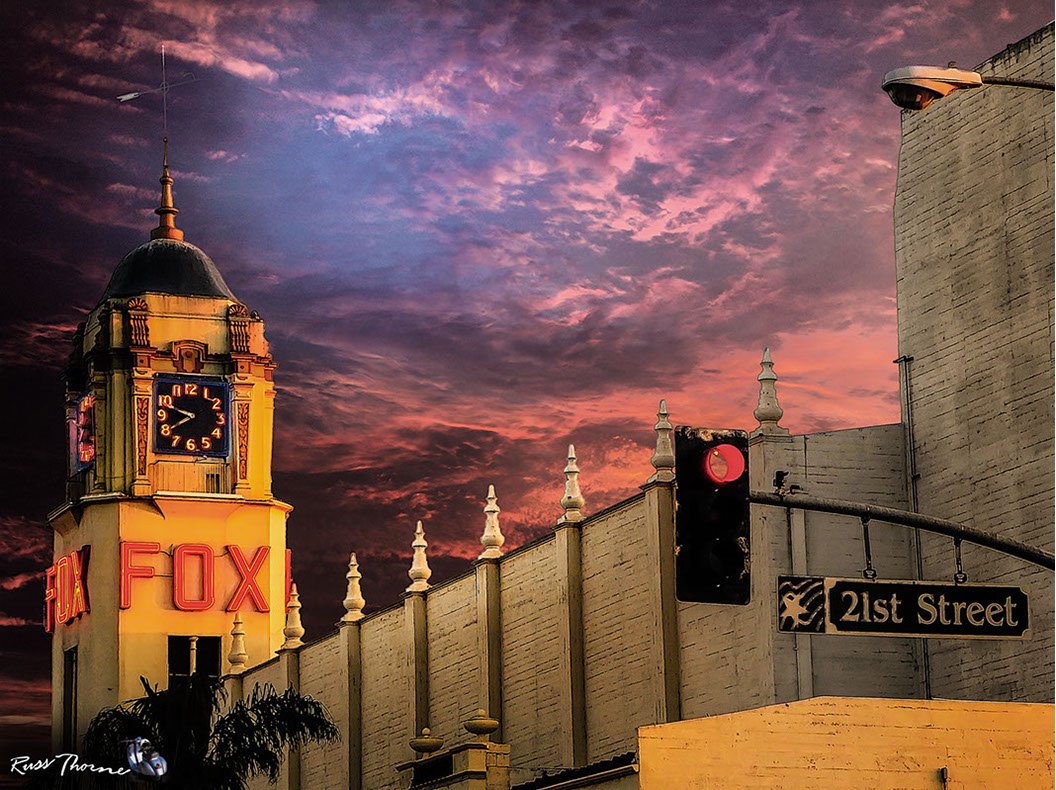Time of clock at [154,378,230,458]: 7:48
